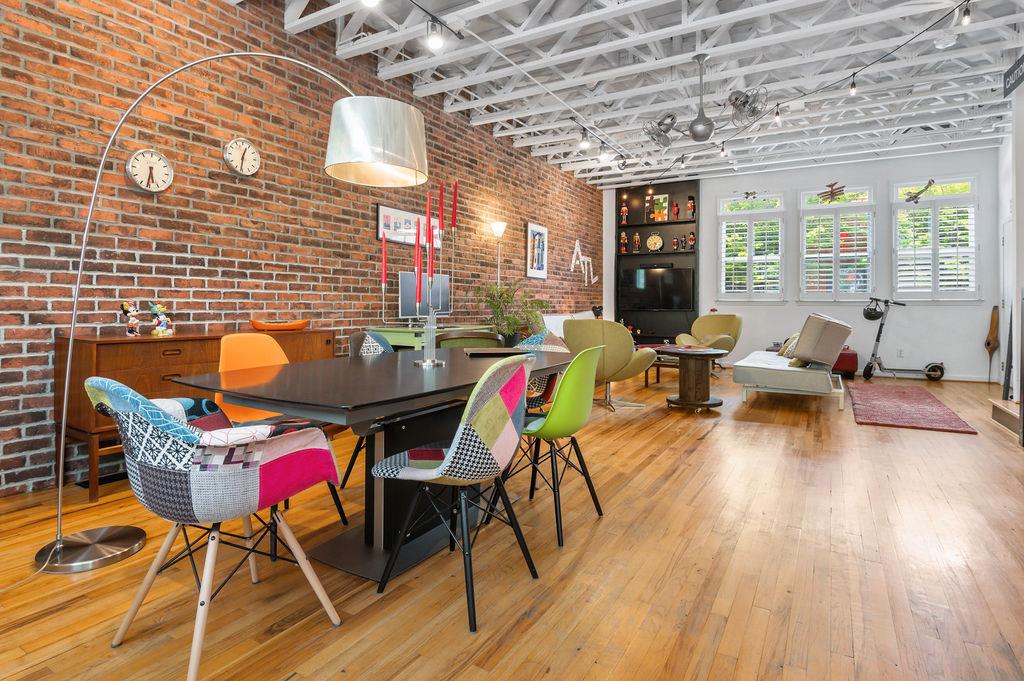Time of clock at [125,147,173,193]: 5:31
